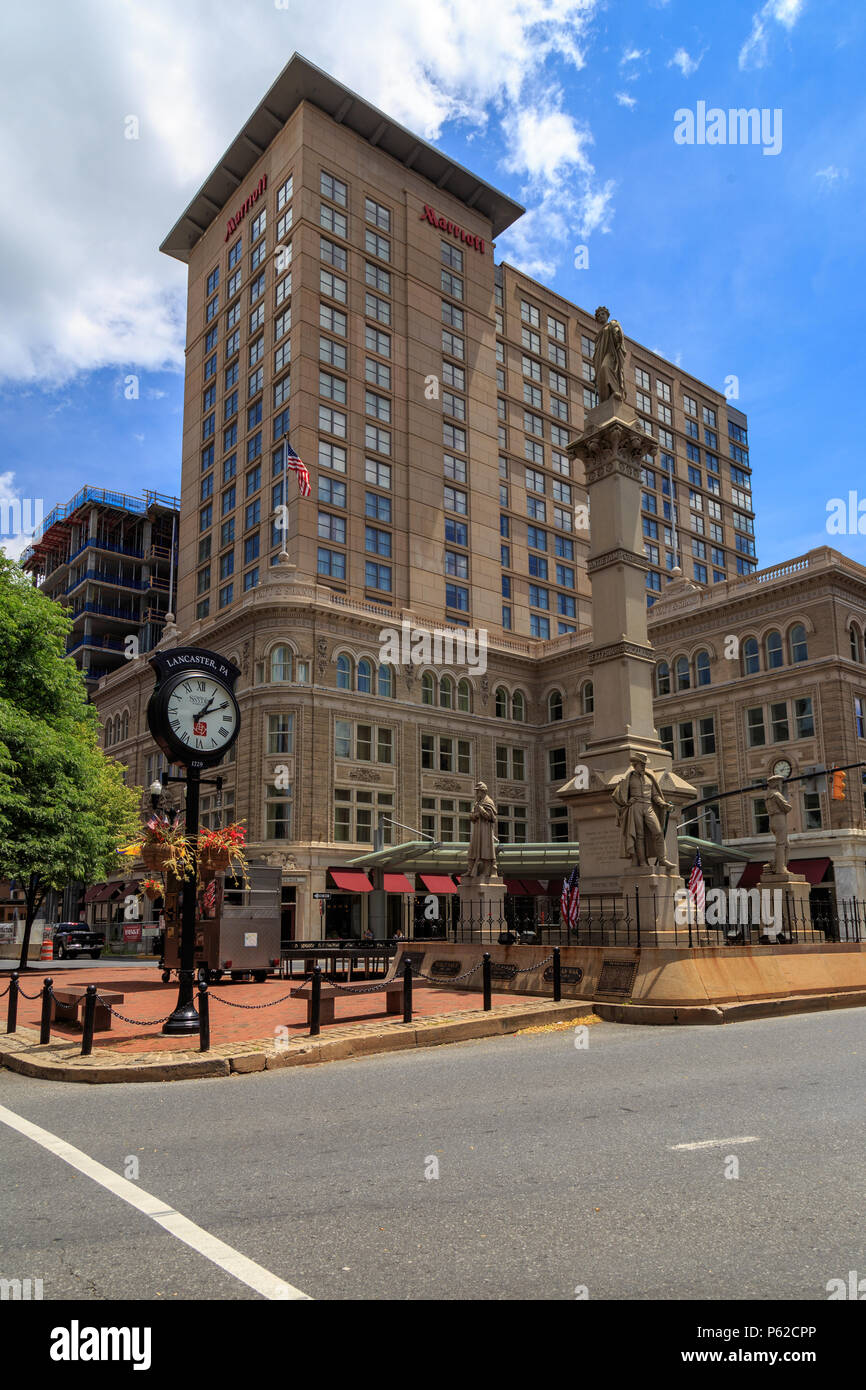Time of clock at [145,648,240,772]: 1:10
